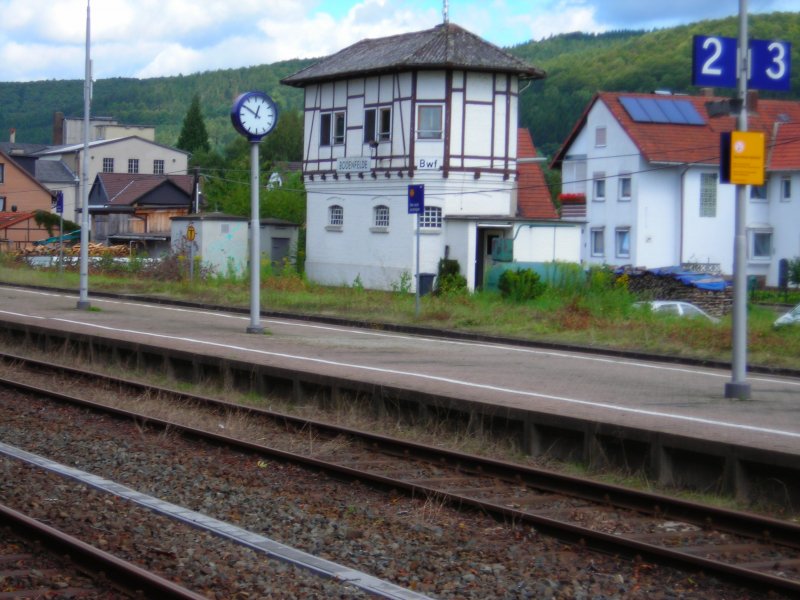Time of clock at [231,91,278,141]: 12:50
